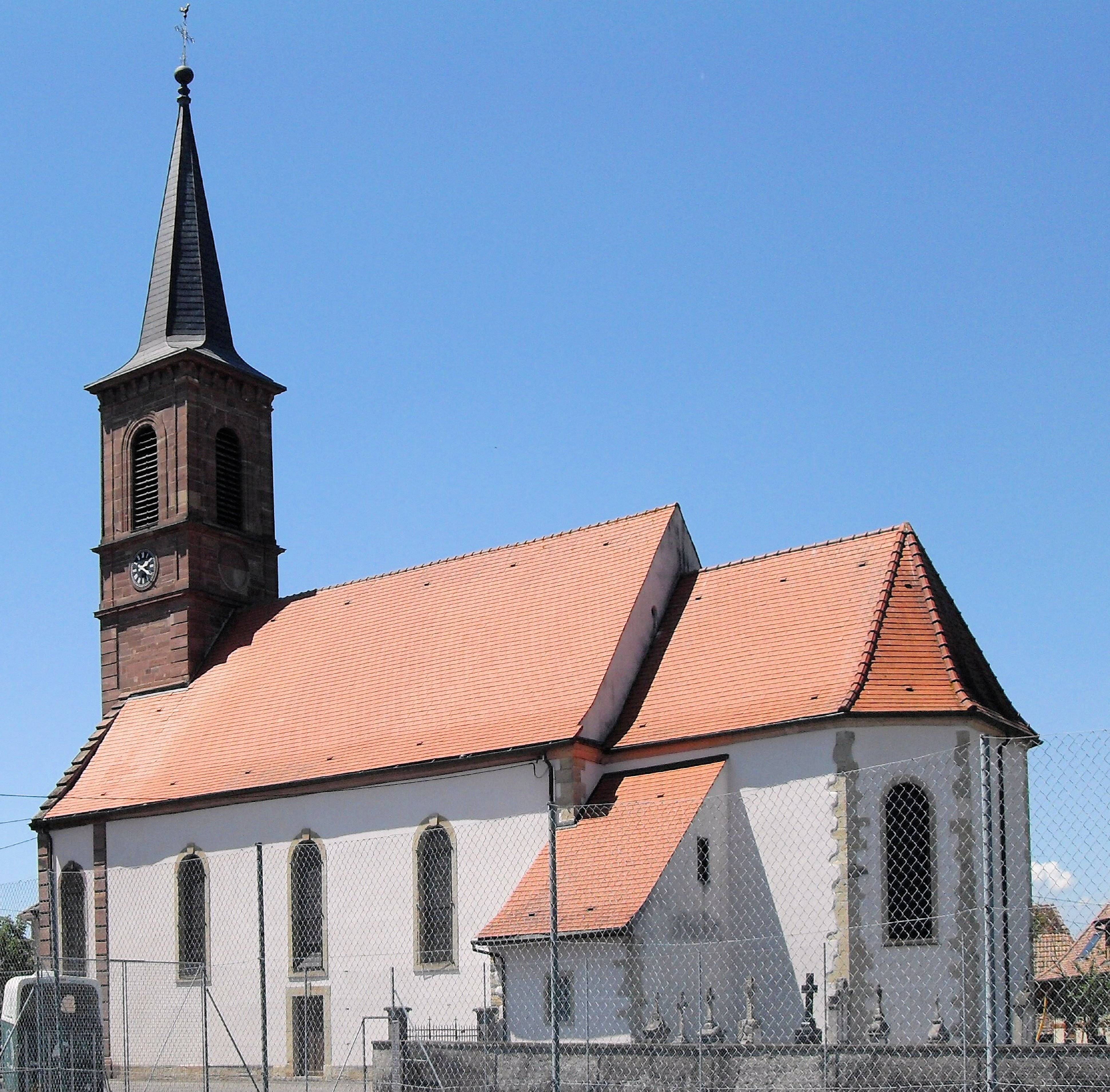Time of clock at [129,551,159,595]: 1:18
